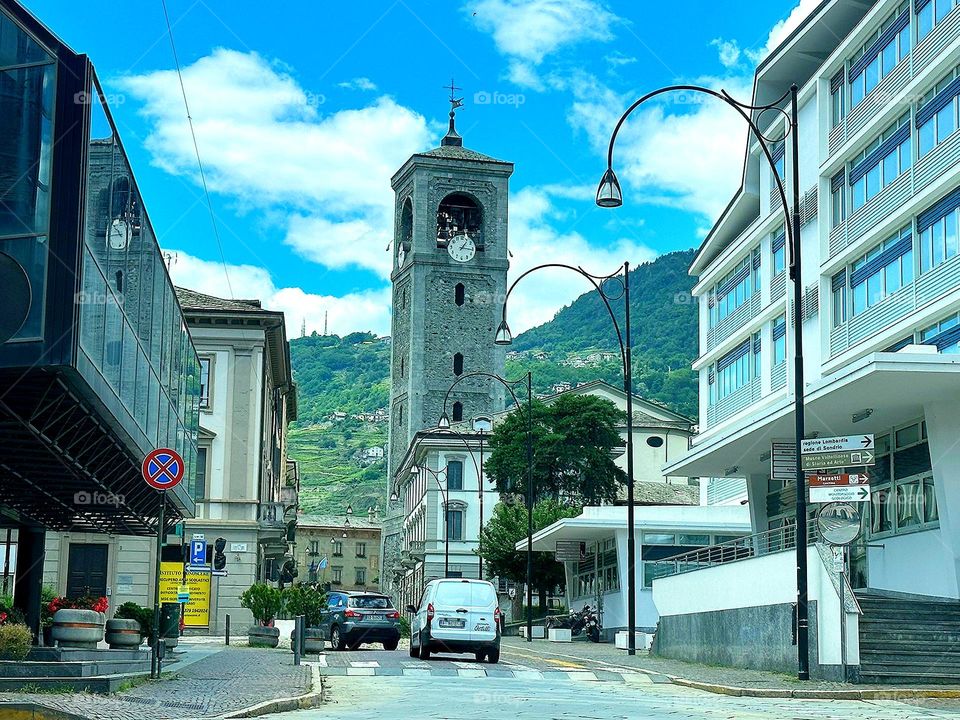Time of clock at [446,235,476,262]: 1:16
